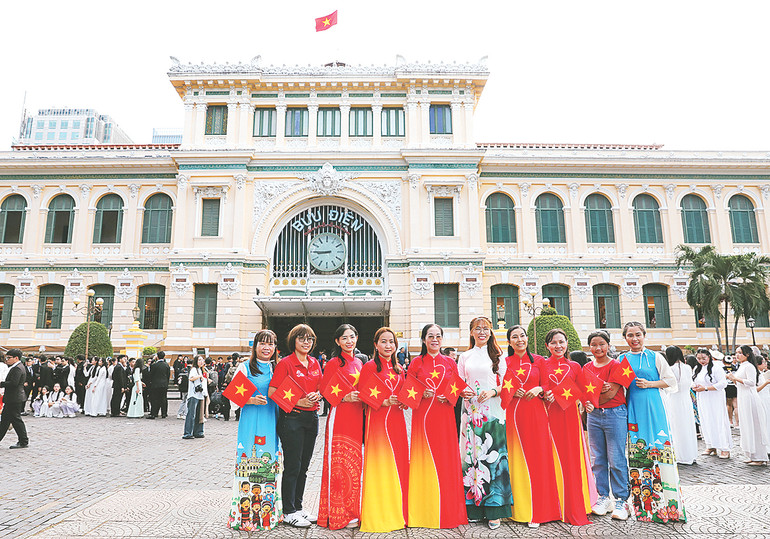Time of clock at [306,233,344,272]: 8:45
